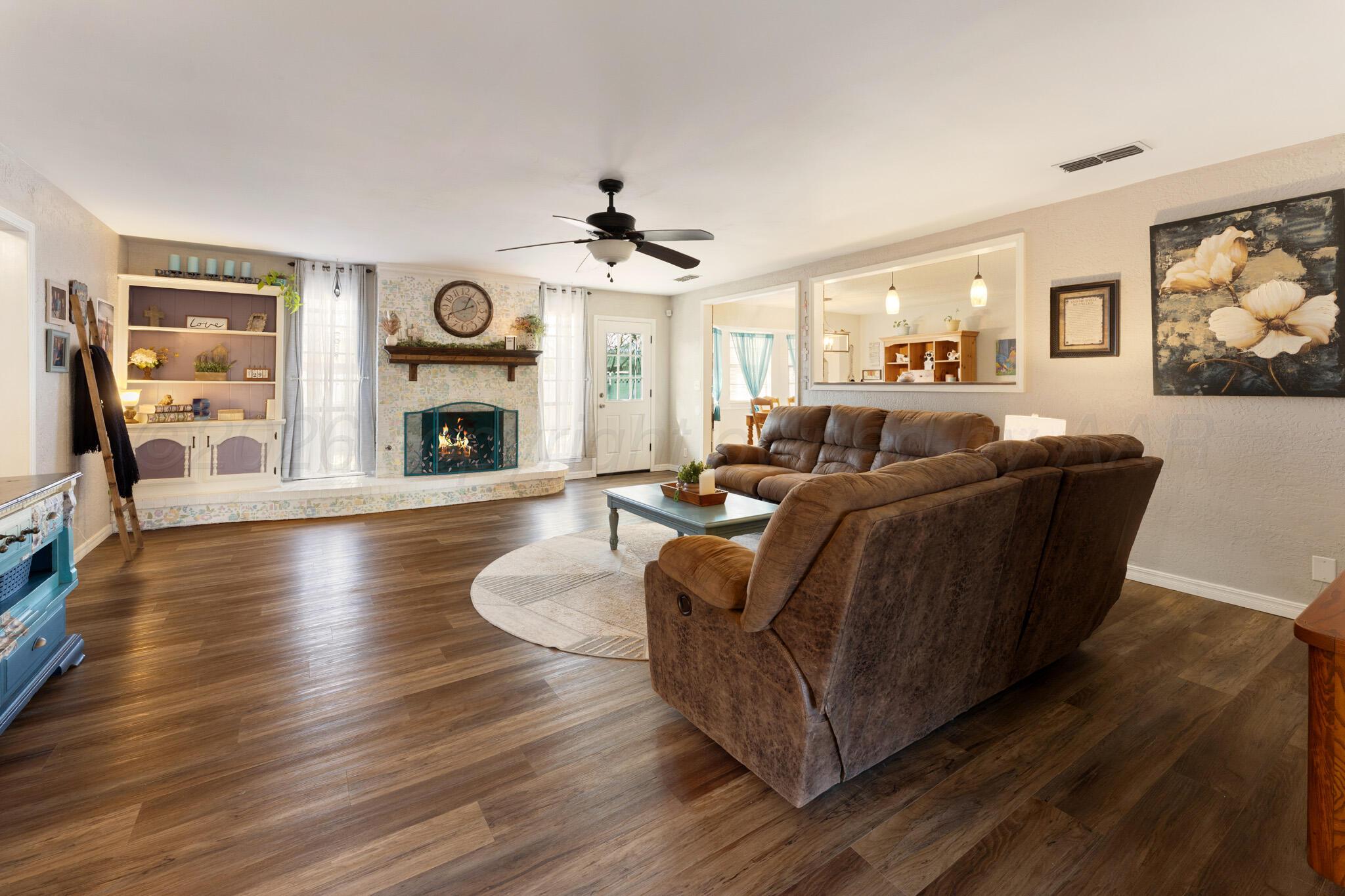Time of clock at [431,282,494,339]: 12:41
